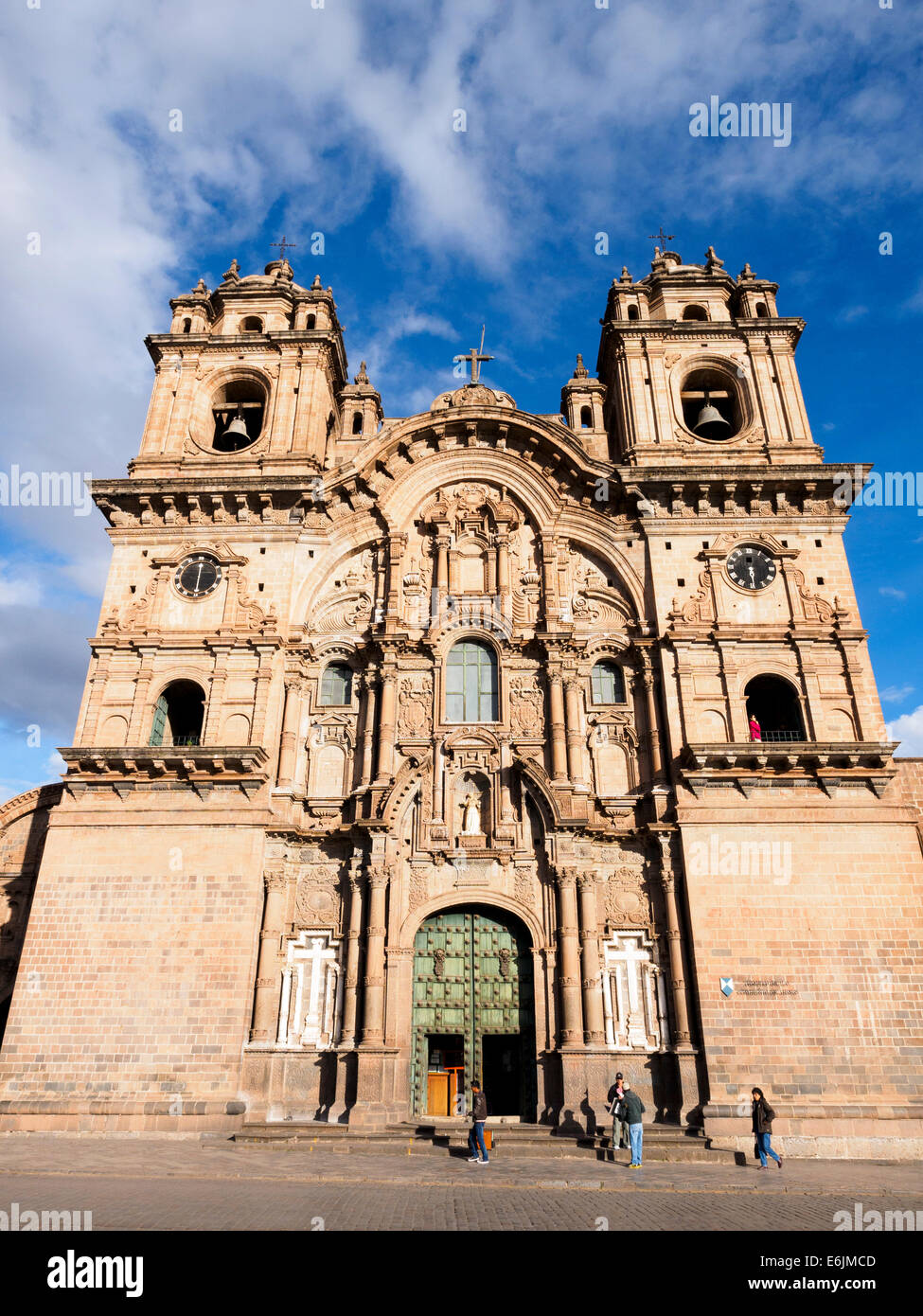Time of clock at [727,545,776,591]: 12:29
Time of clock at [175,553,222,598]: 6:00
